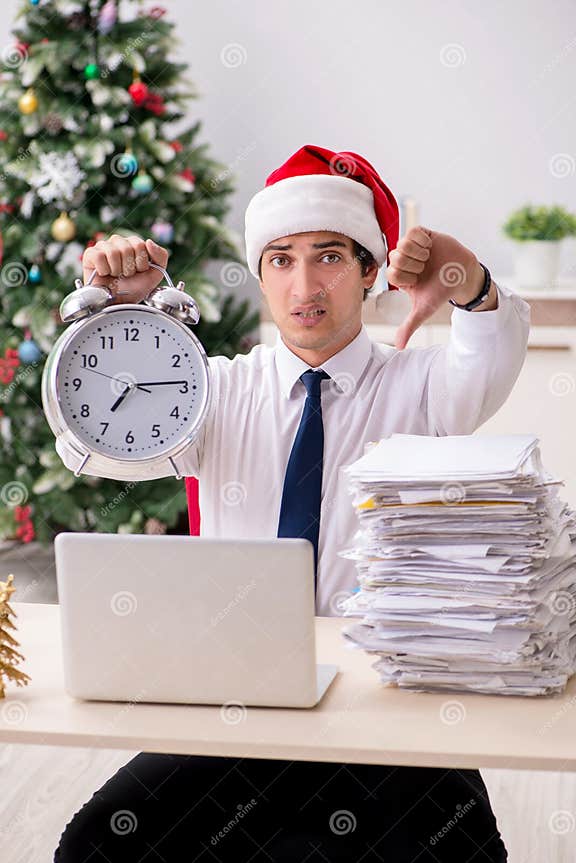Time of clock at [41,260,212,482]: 7:14
